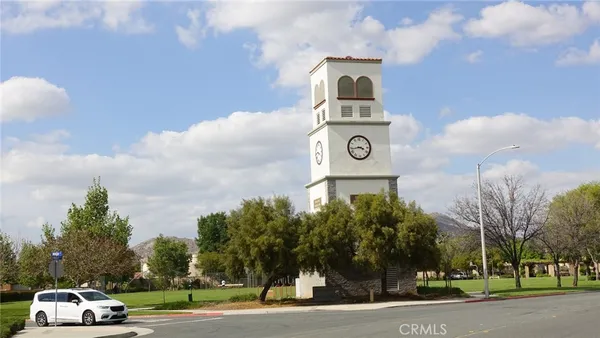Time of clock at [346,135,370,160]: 3:43
